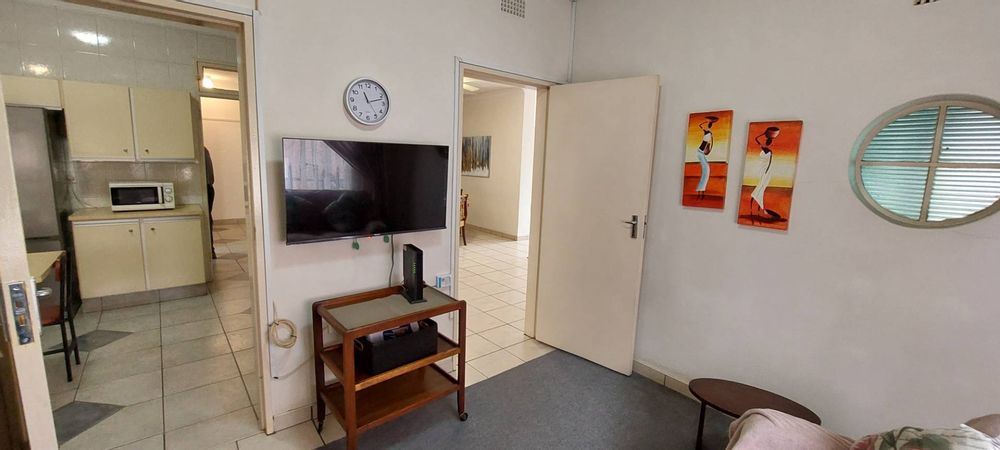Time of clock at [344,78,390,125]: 11:12
